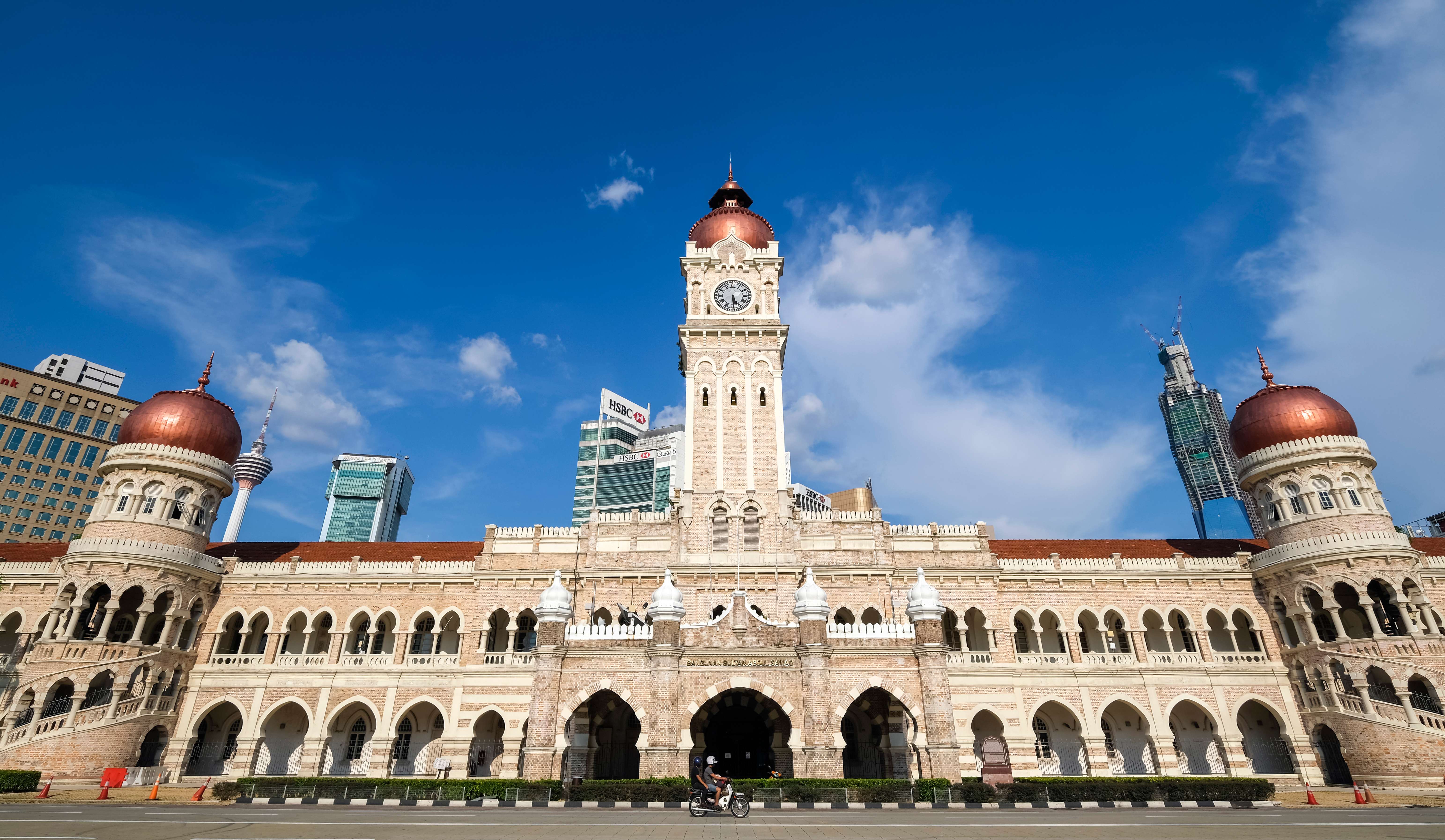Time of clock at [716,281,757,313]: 5:29
